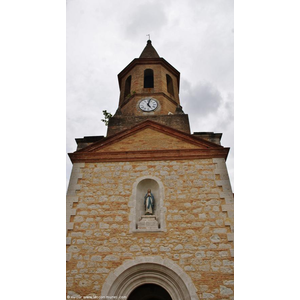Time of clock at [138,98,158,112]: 5:02
